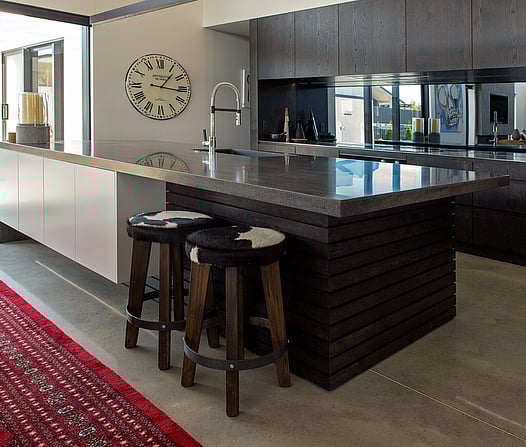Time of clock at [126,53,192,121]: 1:16
